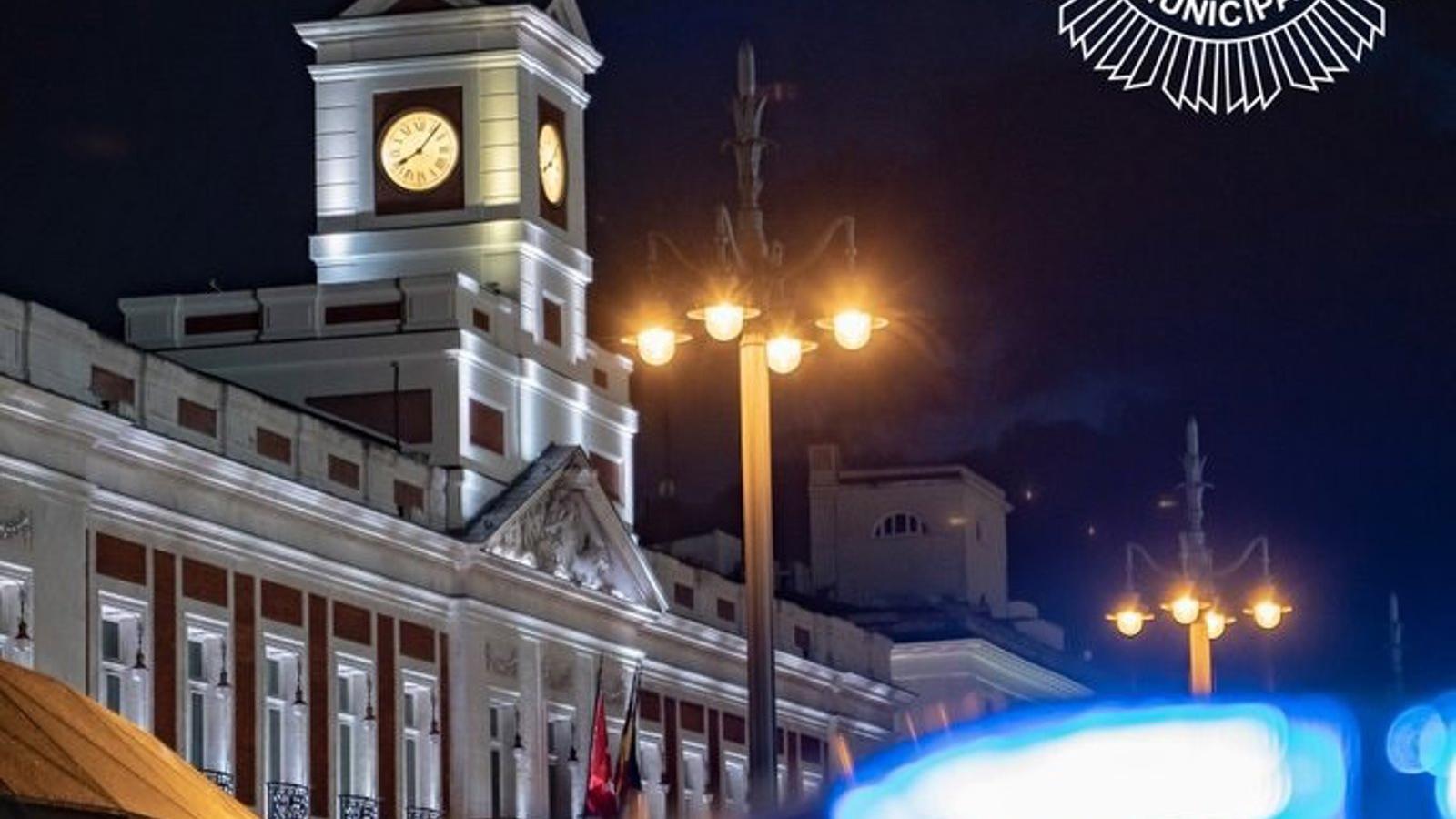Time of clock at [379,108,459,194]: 8:06
